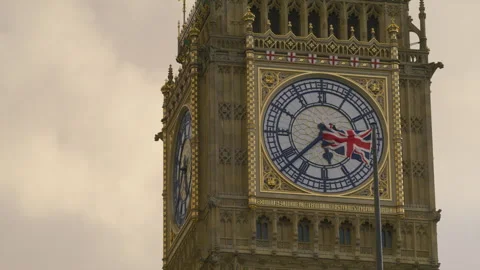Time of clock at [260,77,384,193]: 5:37
